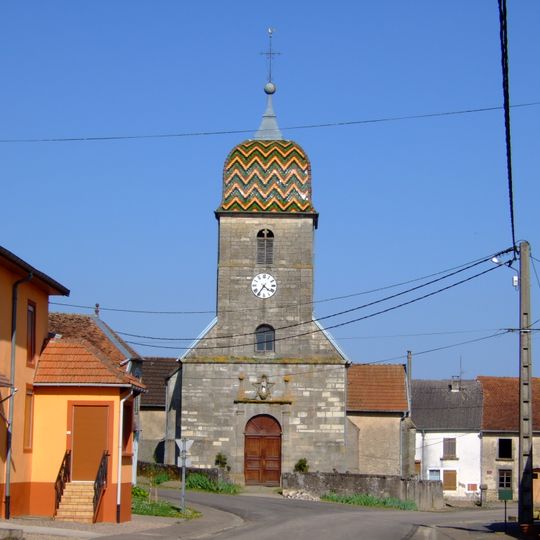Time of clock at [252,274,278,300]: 4:35
